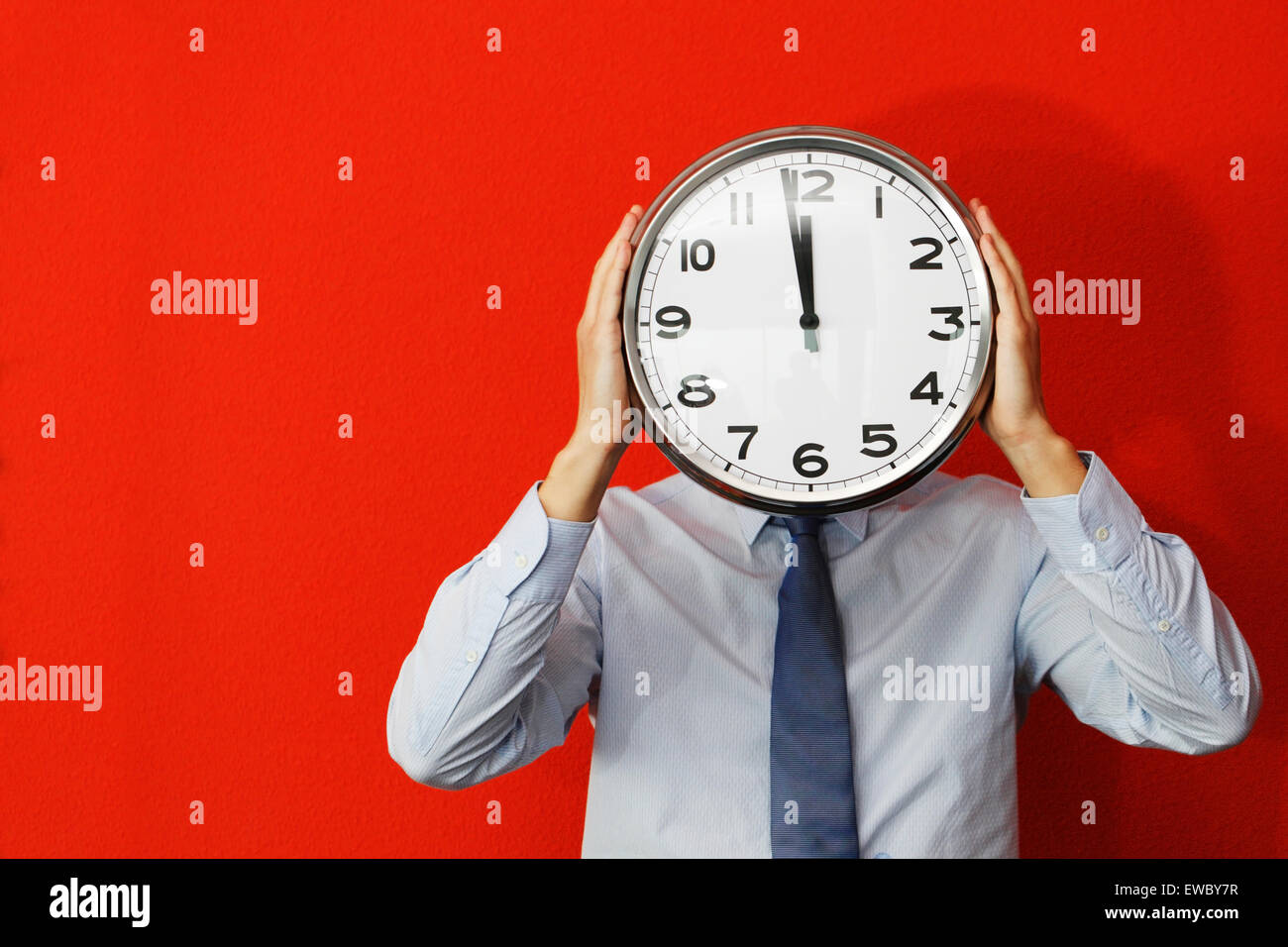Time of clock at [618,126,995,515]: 11:58
